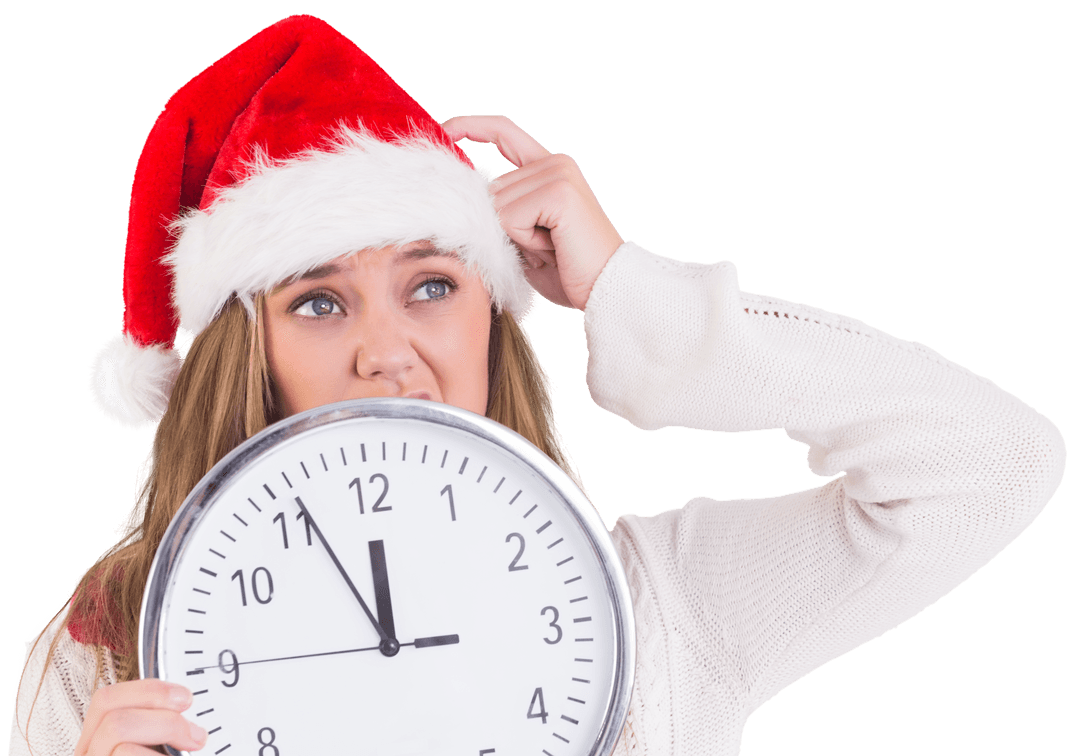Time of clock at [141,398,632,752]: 11:55
